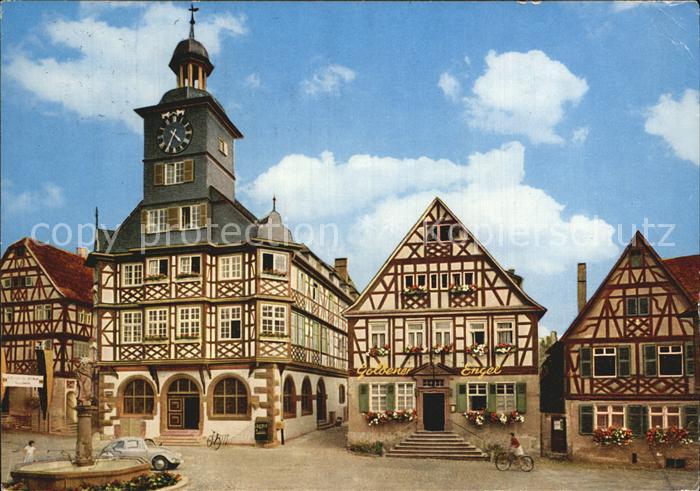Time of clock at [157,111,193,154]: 4:34
